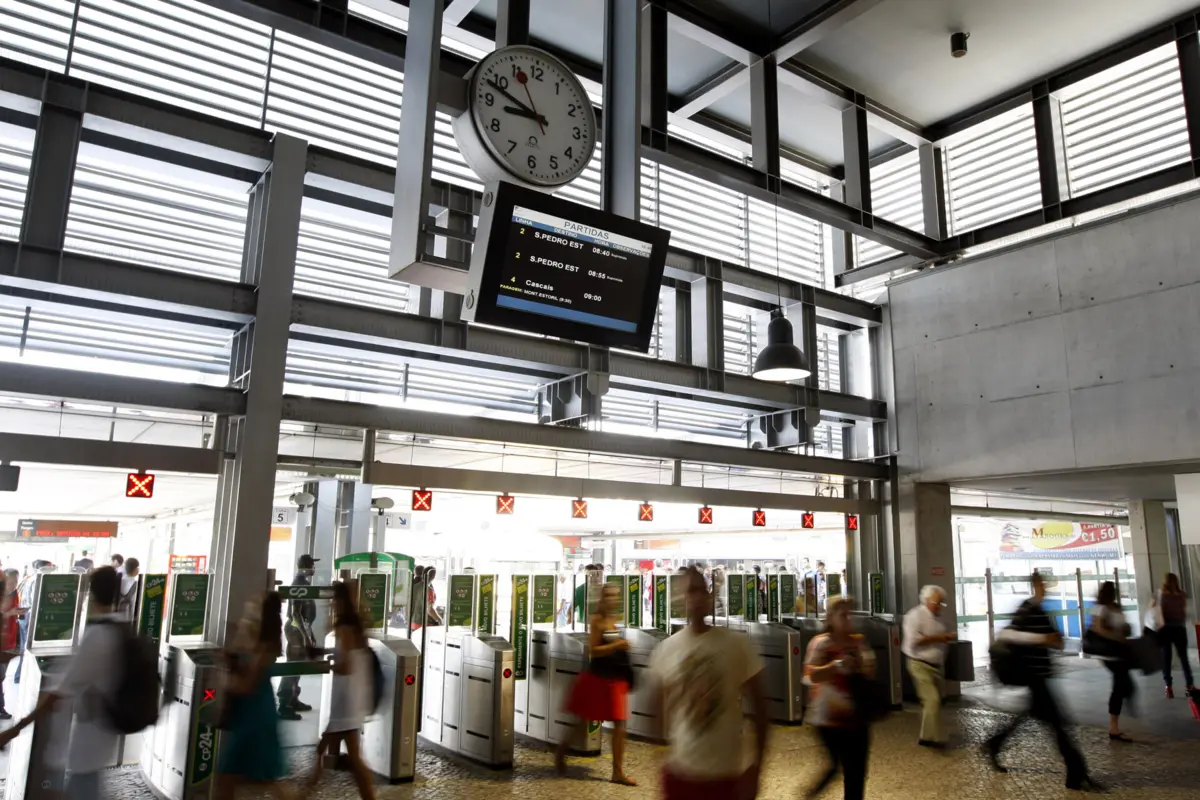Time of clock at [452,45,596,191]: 8:48
